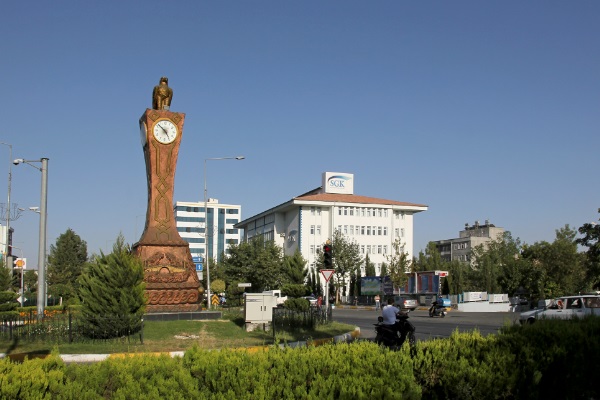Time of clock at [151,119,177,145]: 4:52
